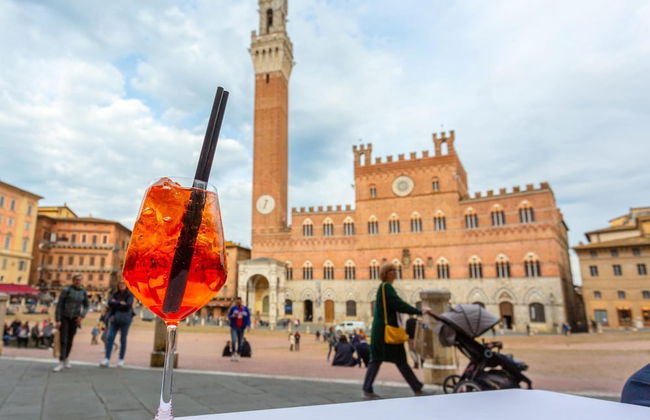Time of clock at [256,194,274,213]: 6:32
